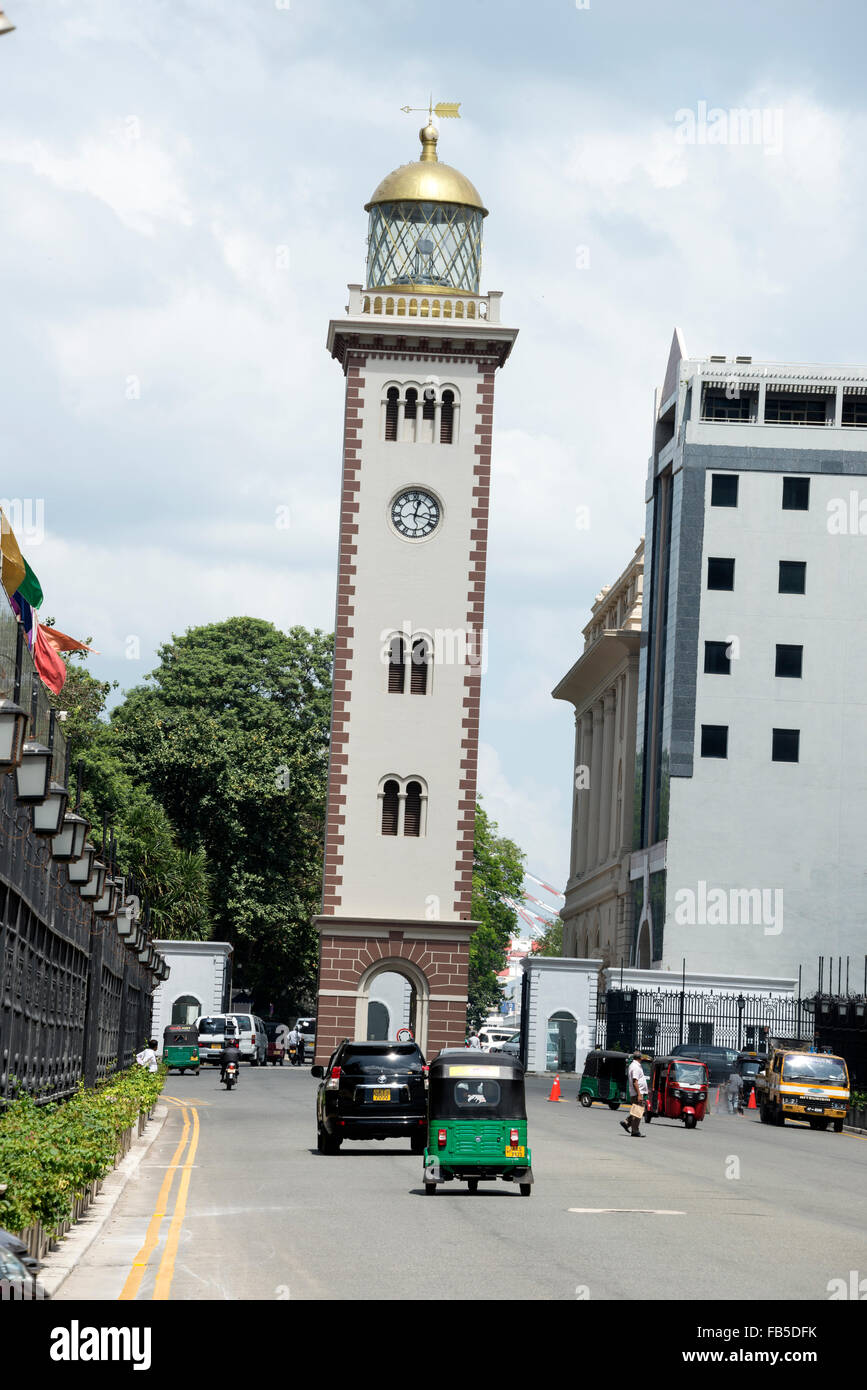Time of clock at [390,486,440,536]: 12:17
